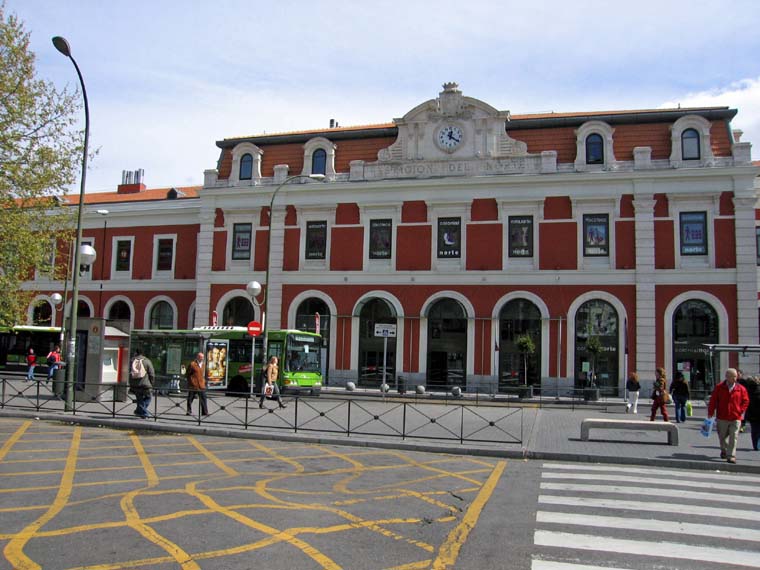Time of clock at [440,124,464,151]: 12:20
